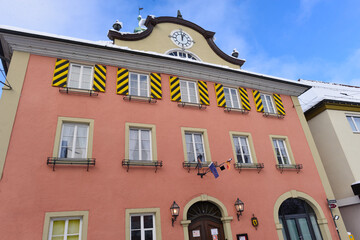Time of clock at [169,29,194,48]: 12:03
